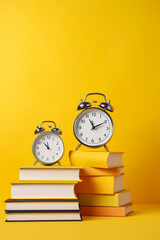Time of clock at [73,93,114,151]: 11:10
